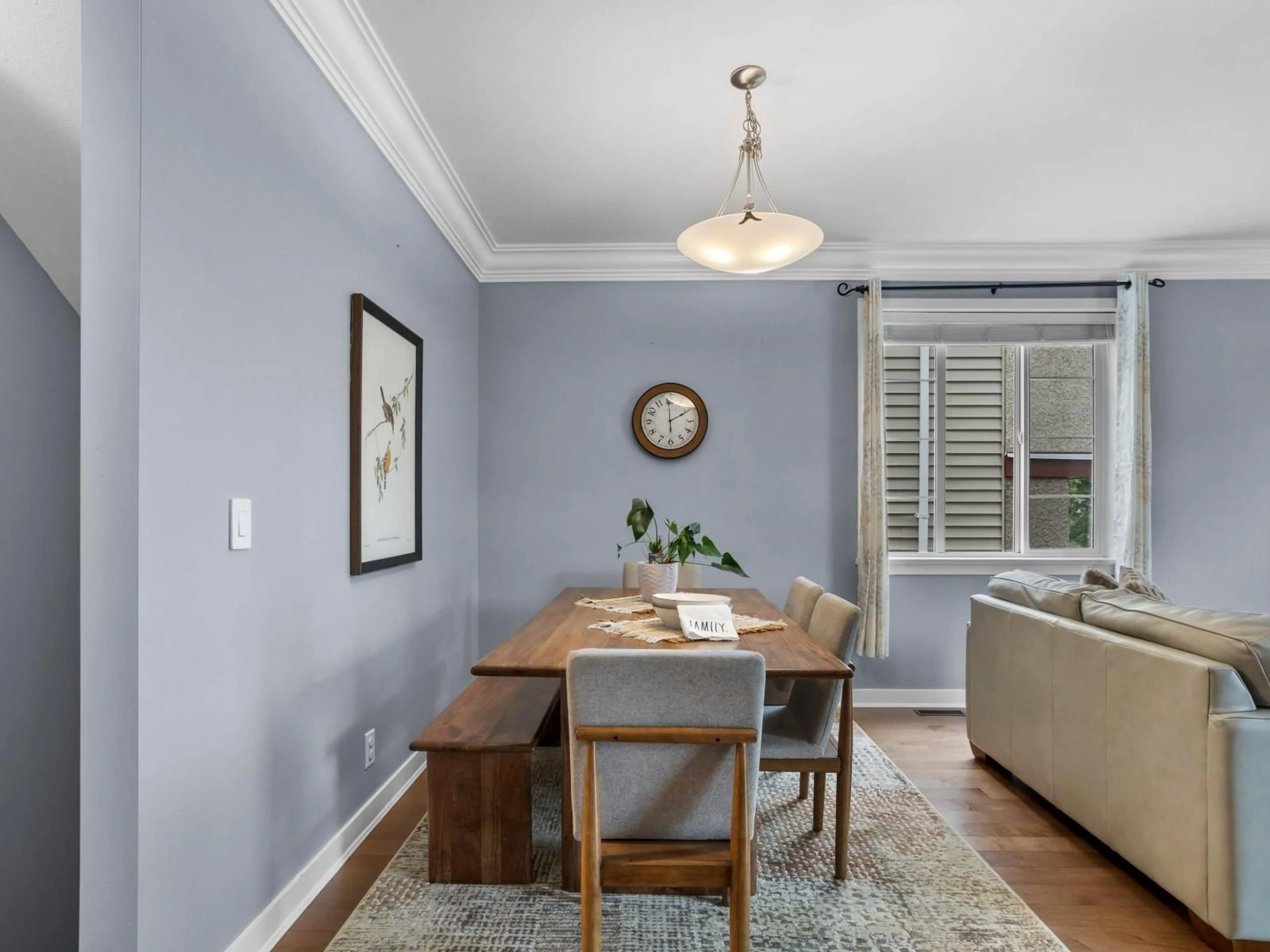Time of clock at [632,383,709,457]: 1:59
